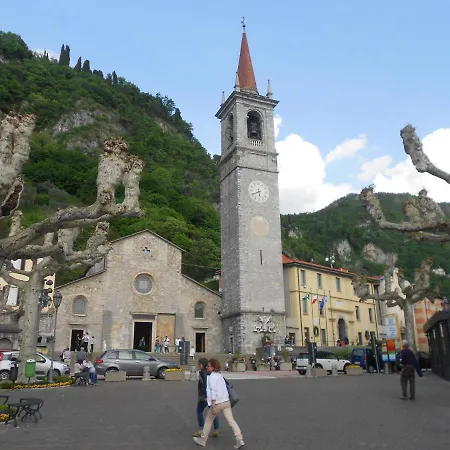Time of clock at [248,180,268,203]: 5:40
